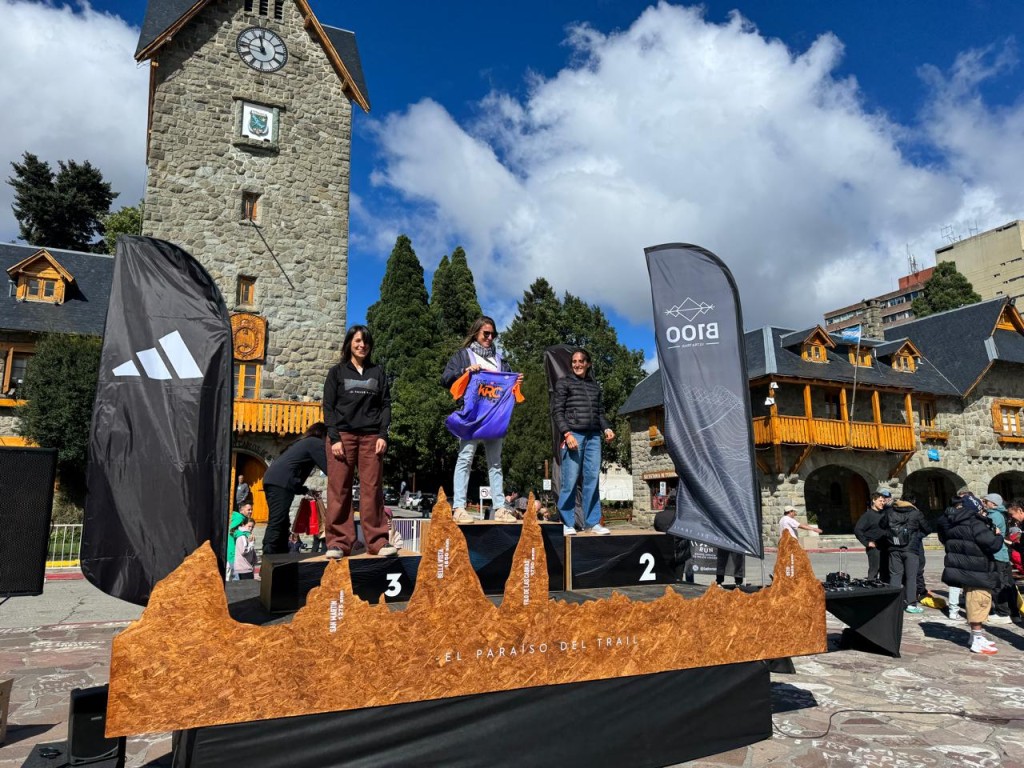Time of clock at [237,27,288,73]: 11:46
